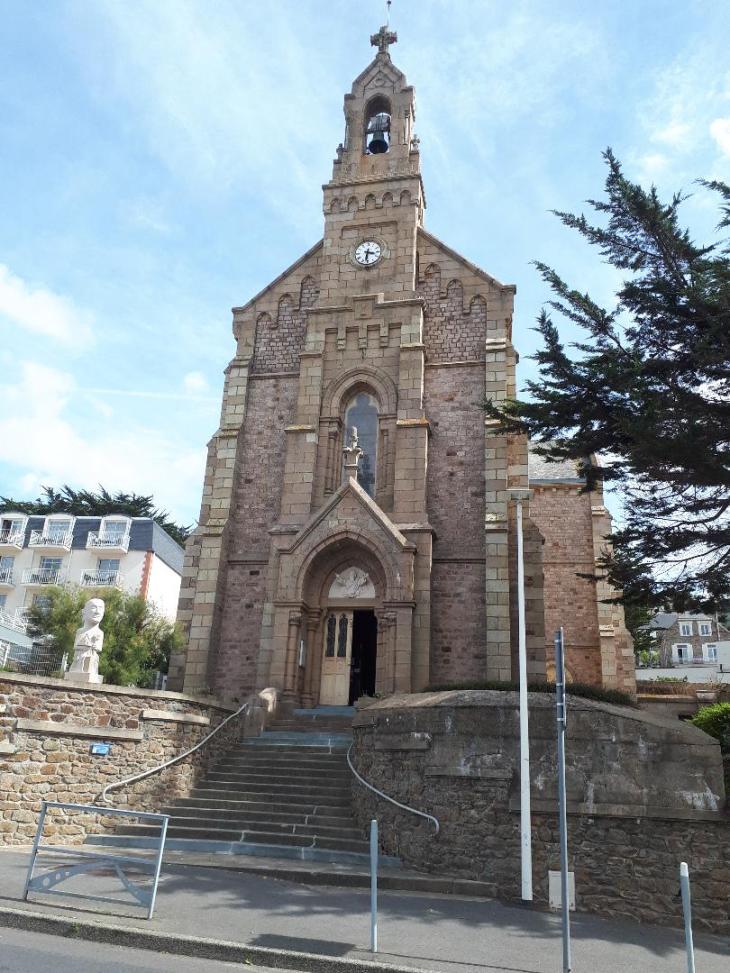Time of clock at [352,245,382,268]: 3:31
